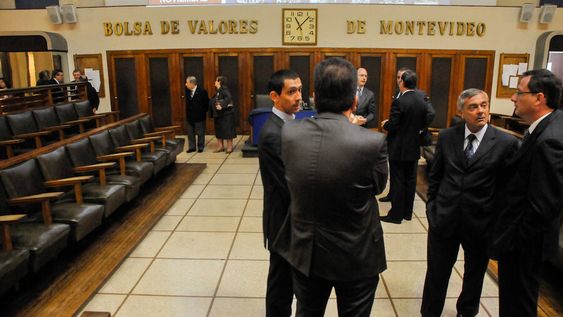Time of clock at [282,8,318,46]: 11:07
